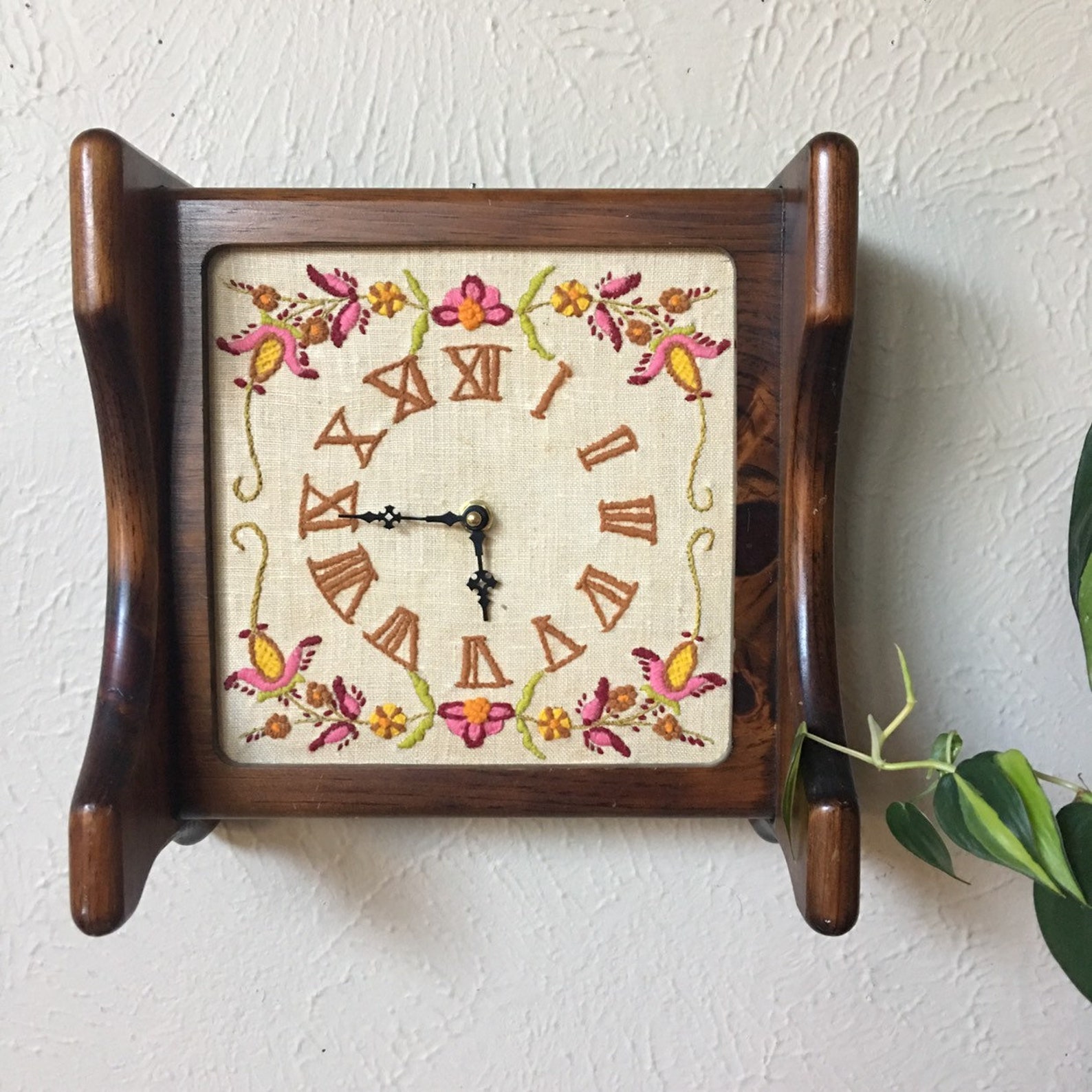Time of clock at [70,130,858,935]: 5:44
